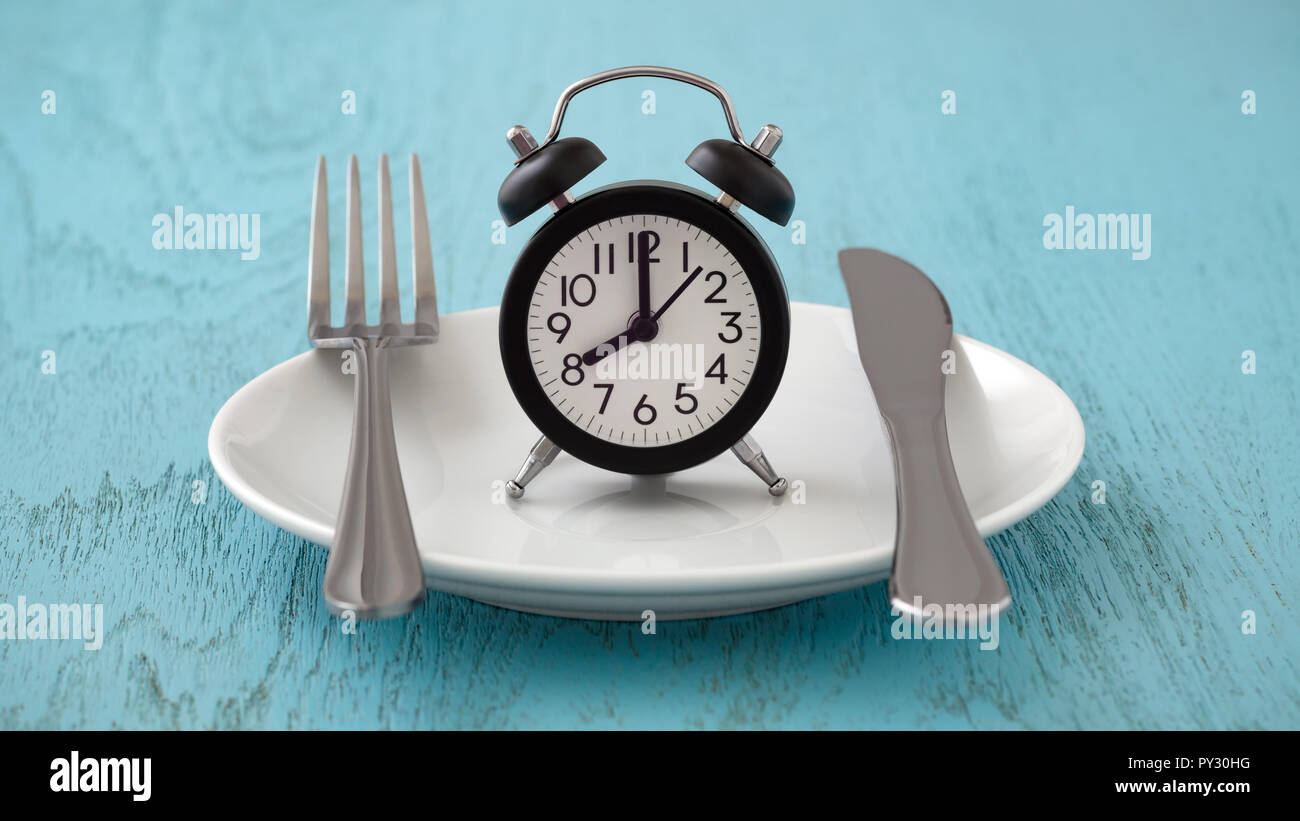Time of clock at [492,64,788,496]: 8:00
